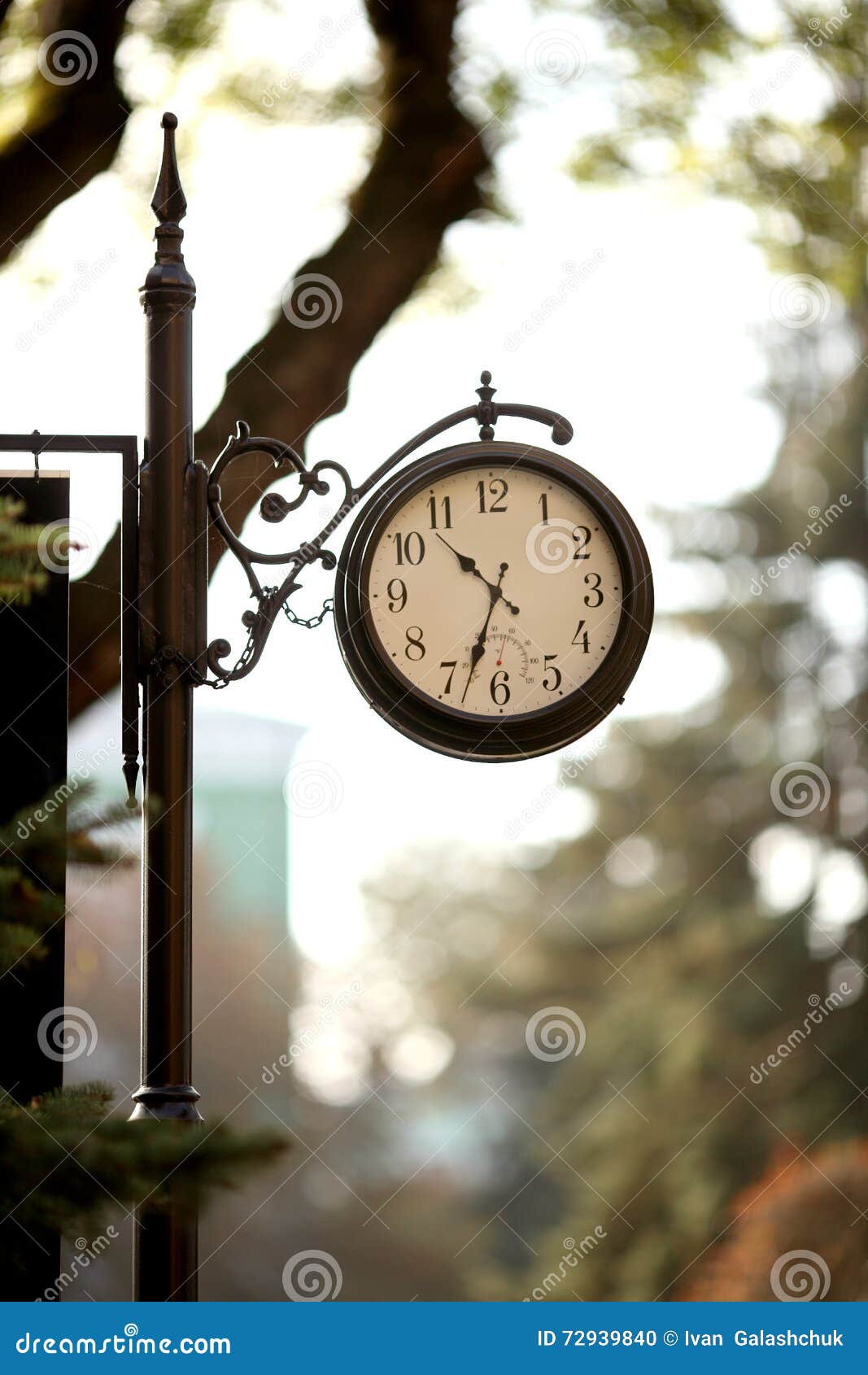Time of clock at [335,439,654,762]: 10:33
